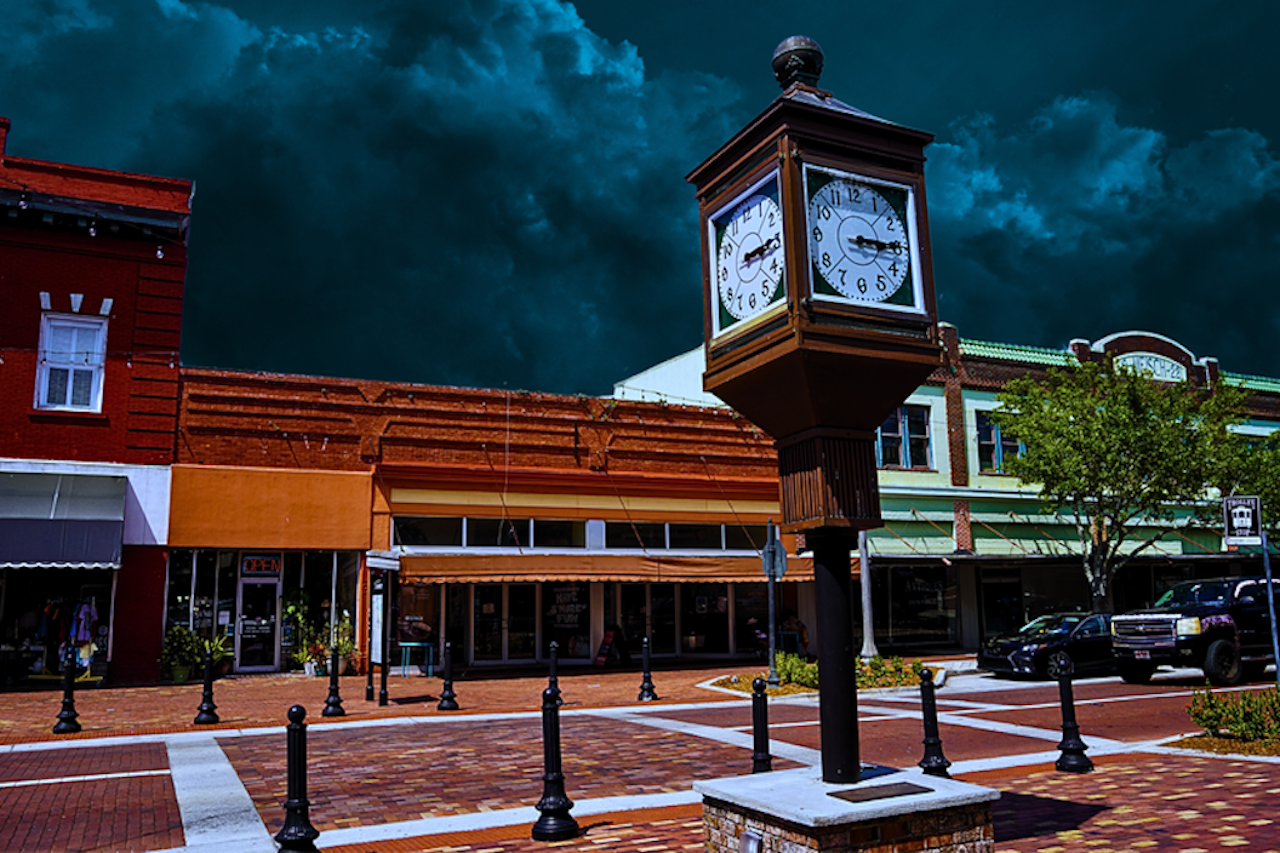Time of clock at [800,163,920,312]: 3:14
